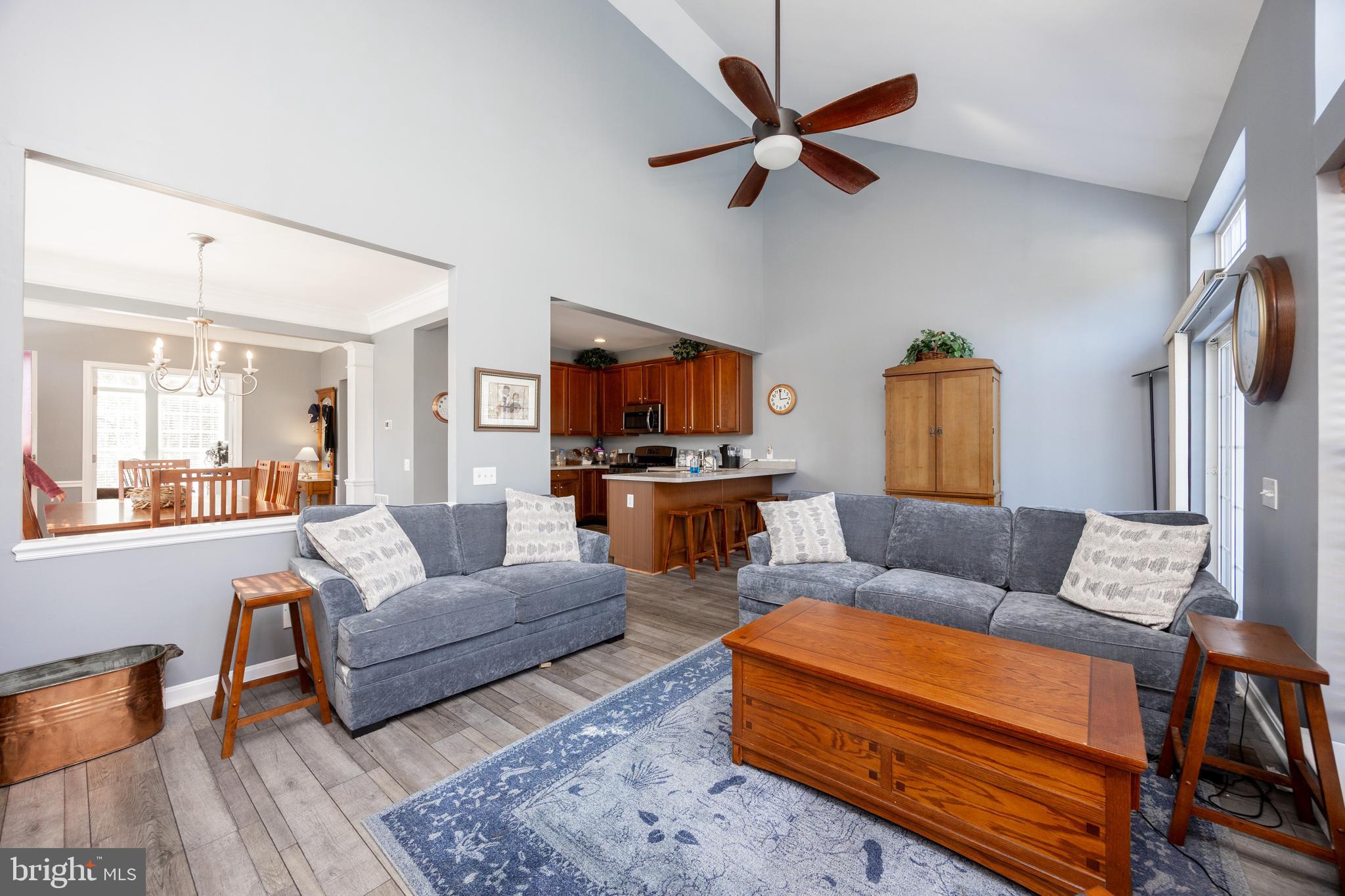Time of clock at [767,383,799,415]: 2:59
